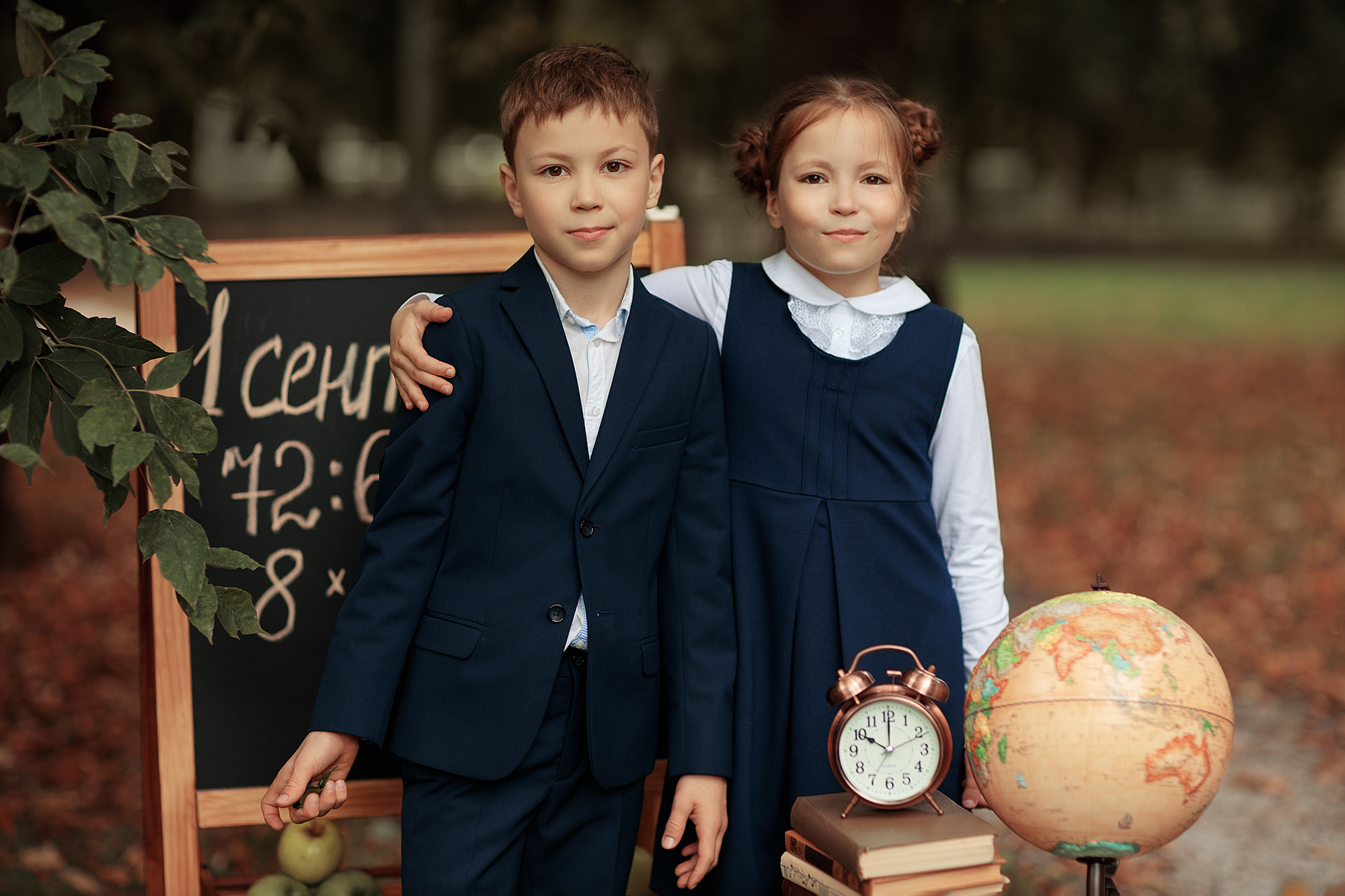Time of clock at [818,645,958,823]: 10:00
